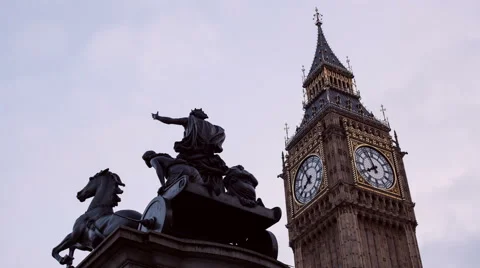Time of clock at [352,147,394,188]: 7:55
